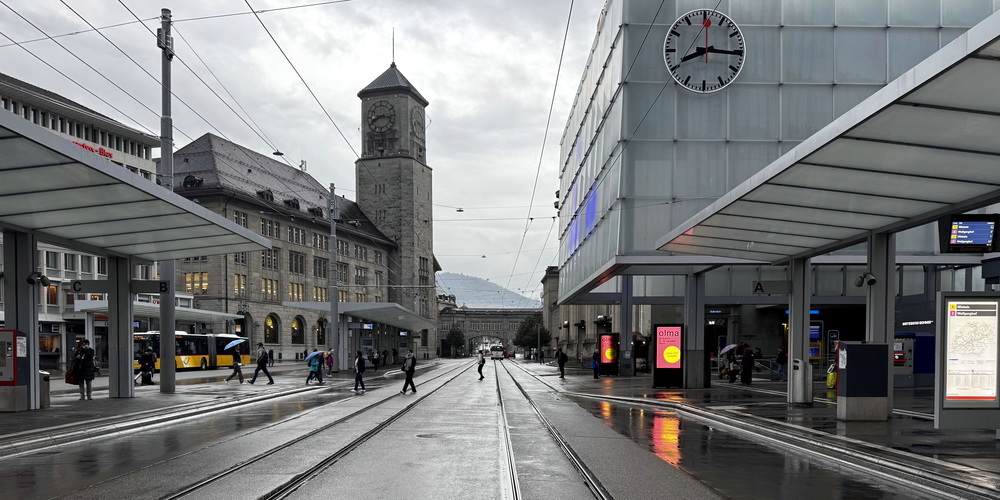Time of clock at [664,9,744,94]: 8:15
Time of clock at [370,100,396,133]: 8:16
